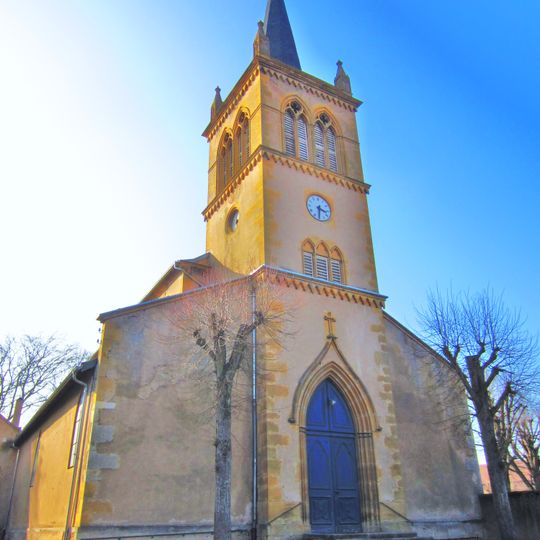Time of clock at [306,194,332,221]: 3:31
